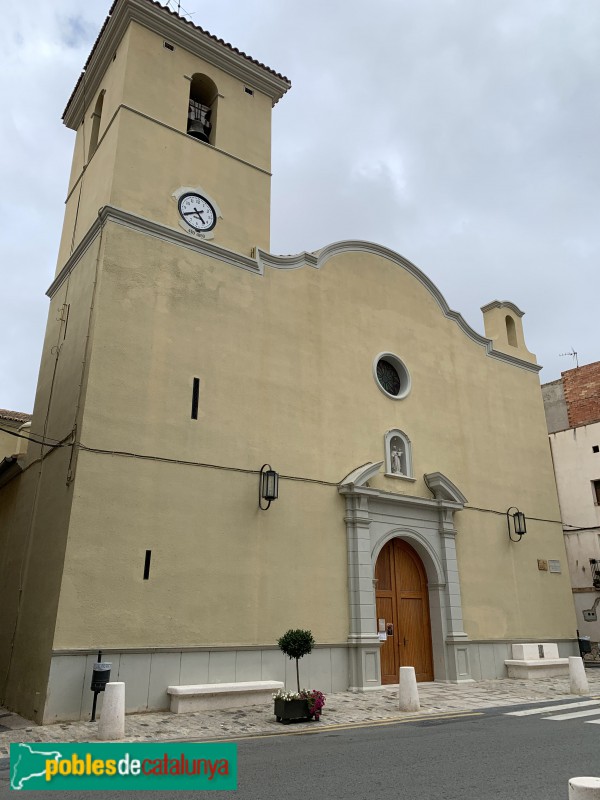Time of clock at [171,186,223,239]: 4:40
